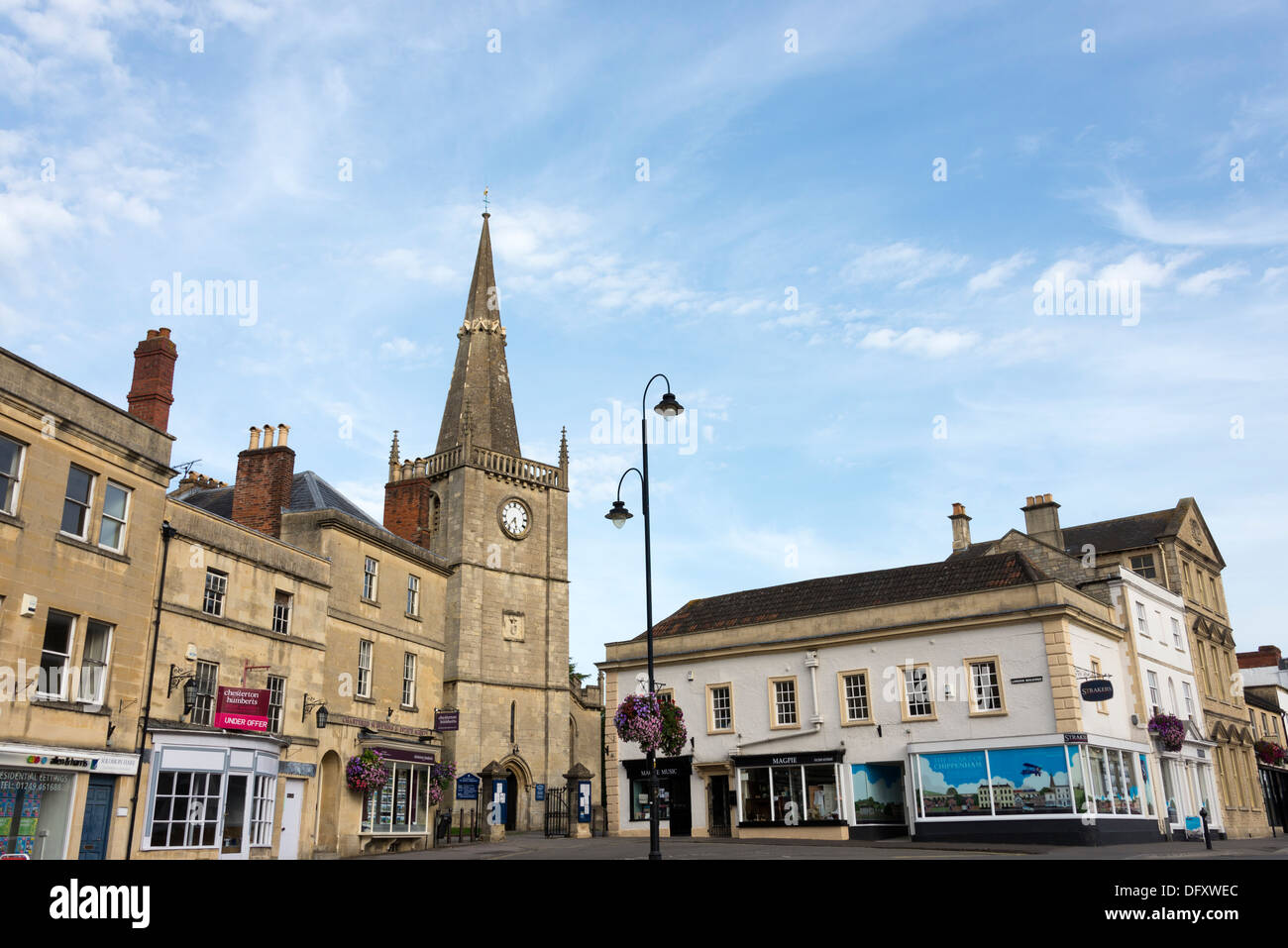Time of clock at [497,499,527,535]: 5:36
